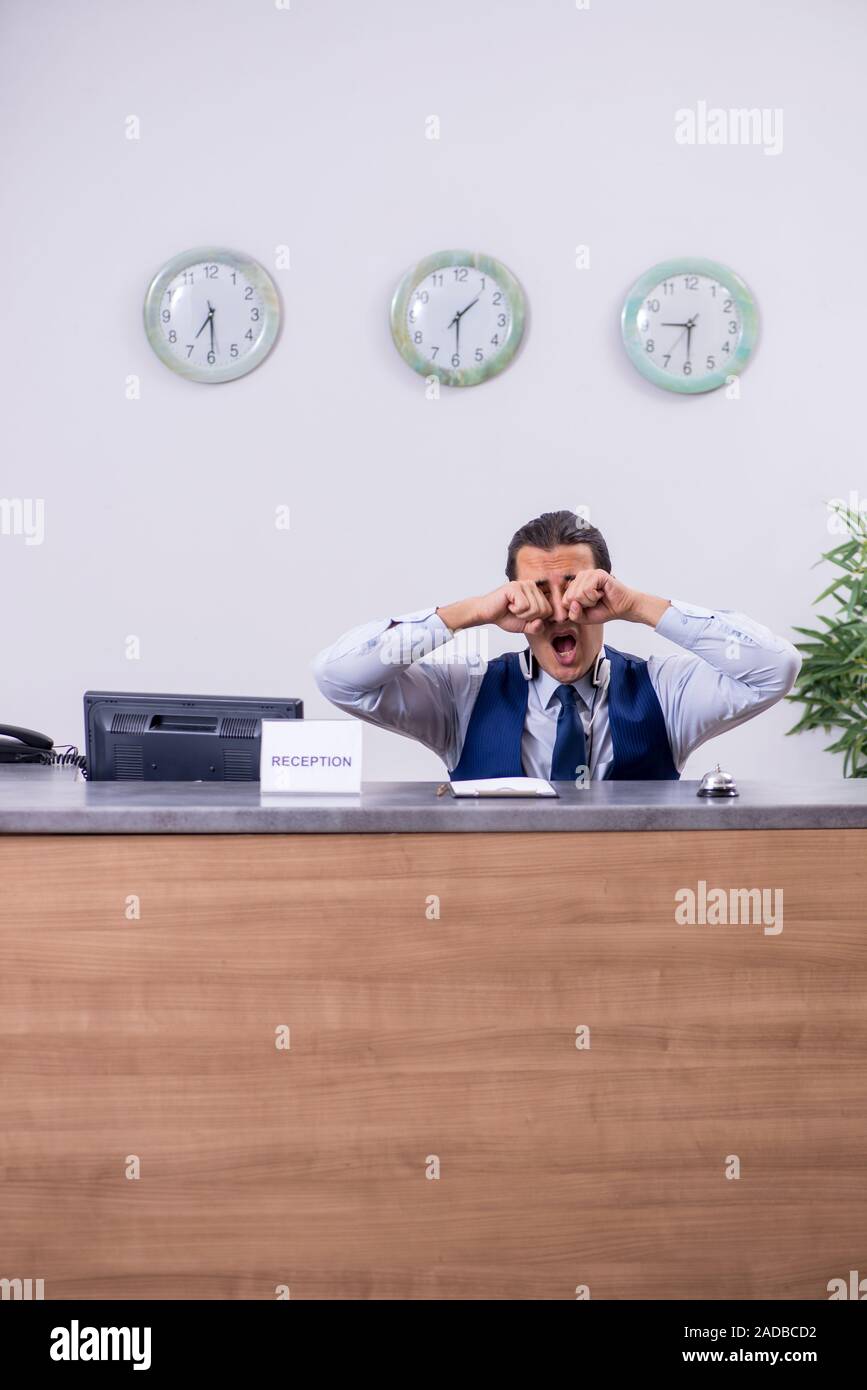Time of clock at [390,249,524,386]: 1:29
